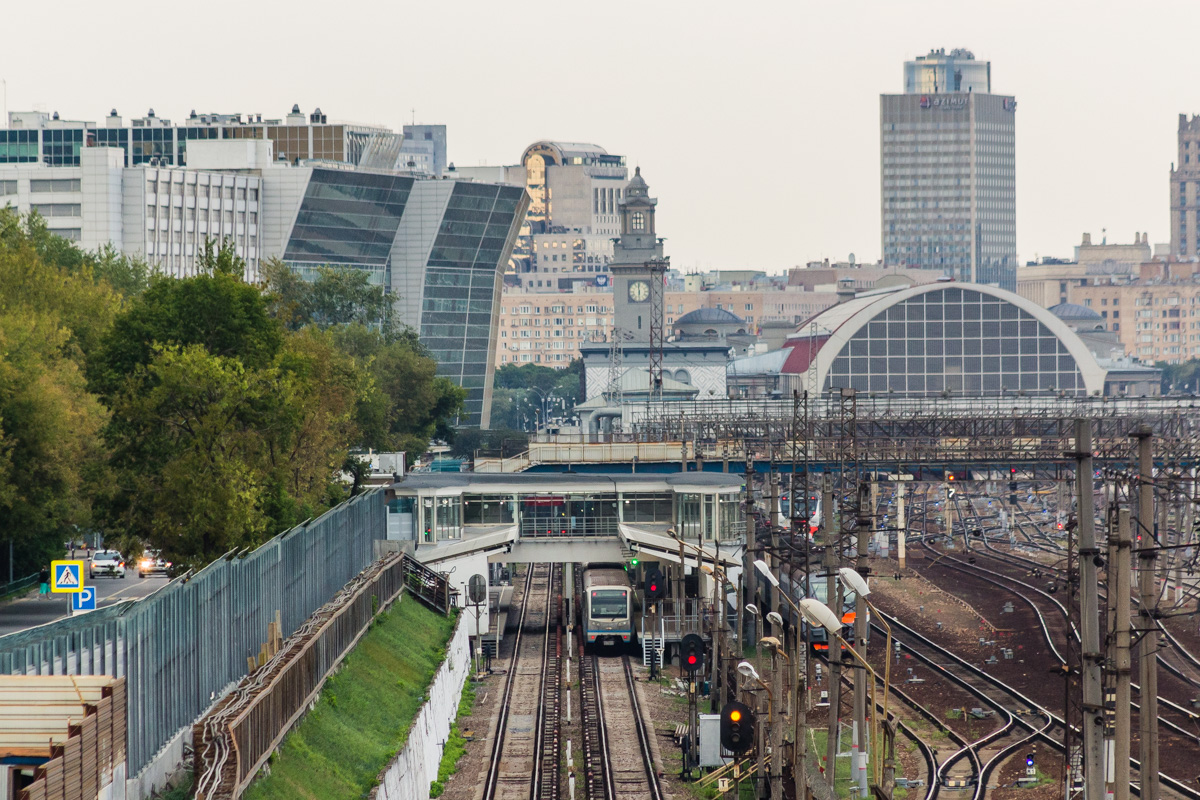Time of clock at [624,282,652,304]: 5:59
